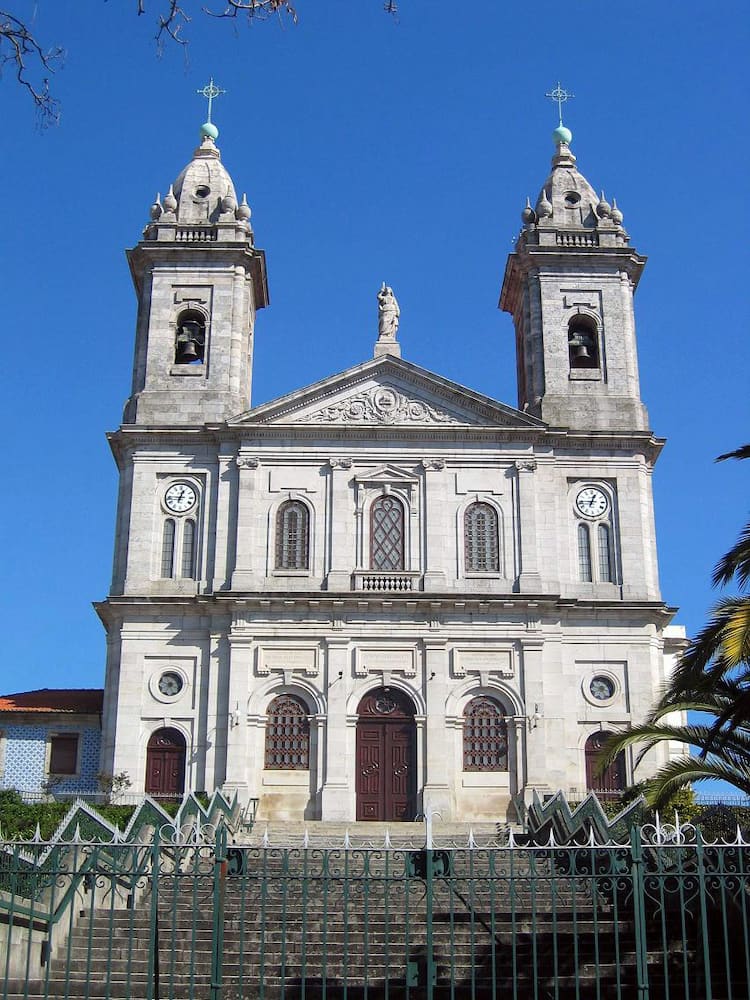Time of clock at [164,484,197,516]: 12:46
